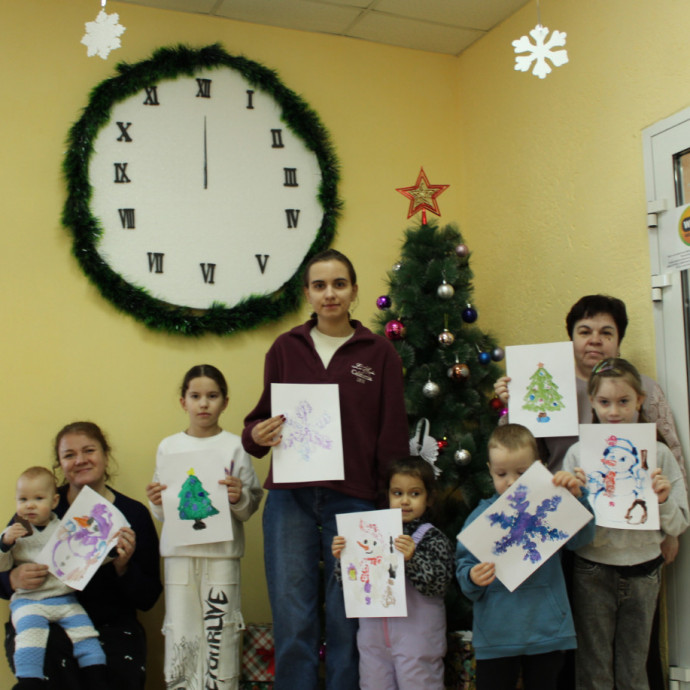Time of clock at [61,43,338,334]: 12:00
